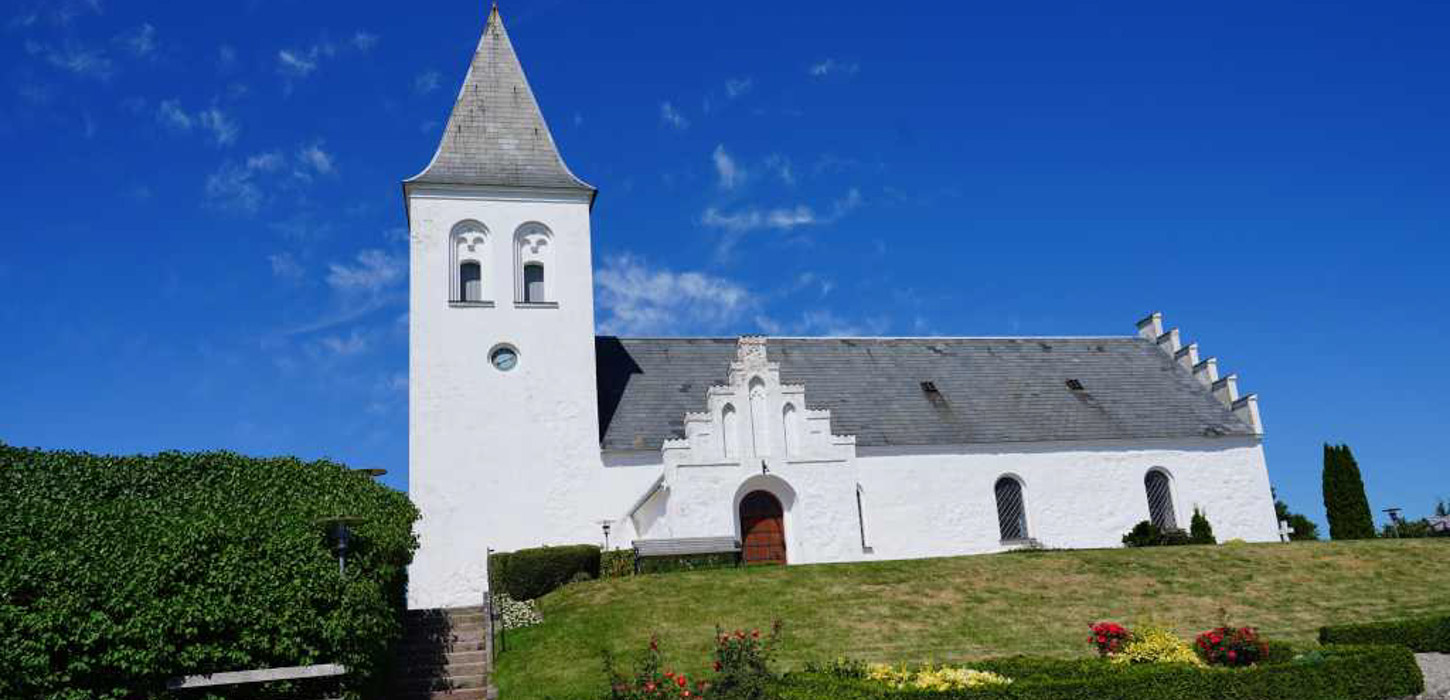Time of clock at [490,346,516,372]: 8:11
